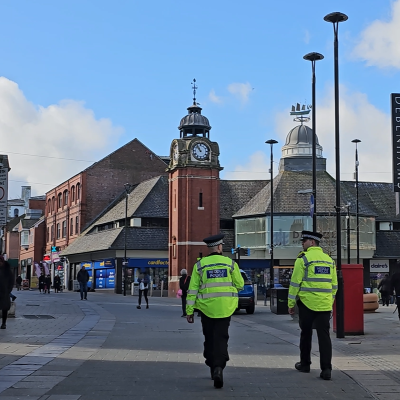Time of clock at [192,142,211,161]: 10:52
